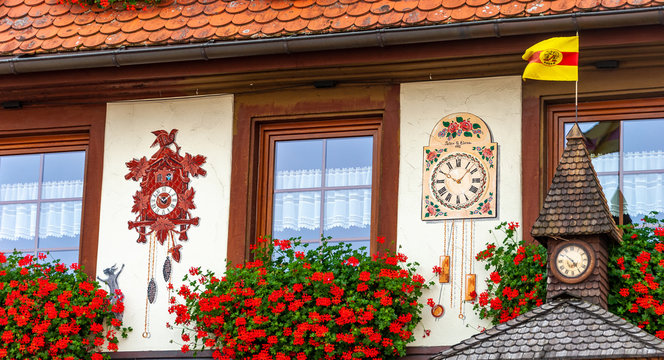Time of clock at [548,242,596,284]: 4:52
